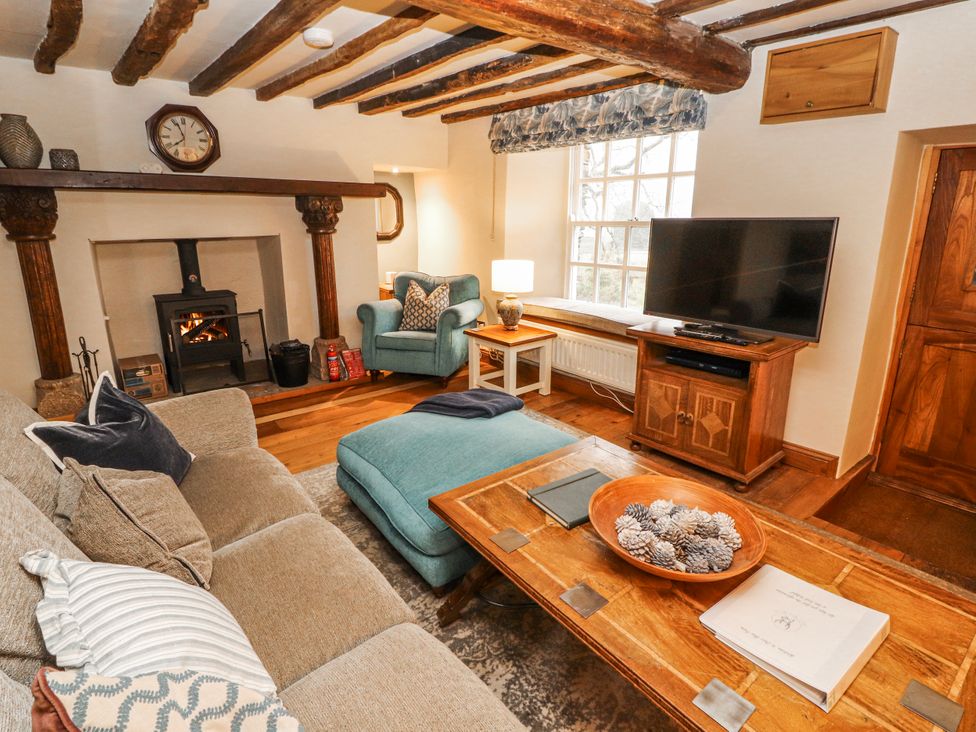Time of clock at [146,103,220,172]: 7:56
